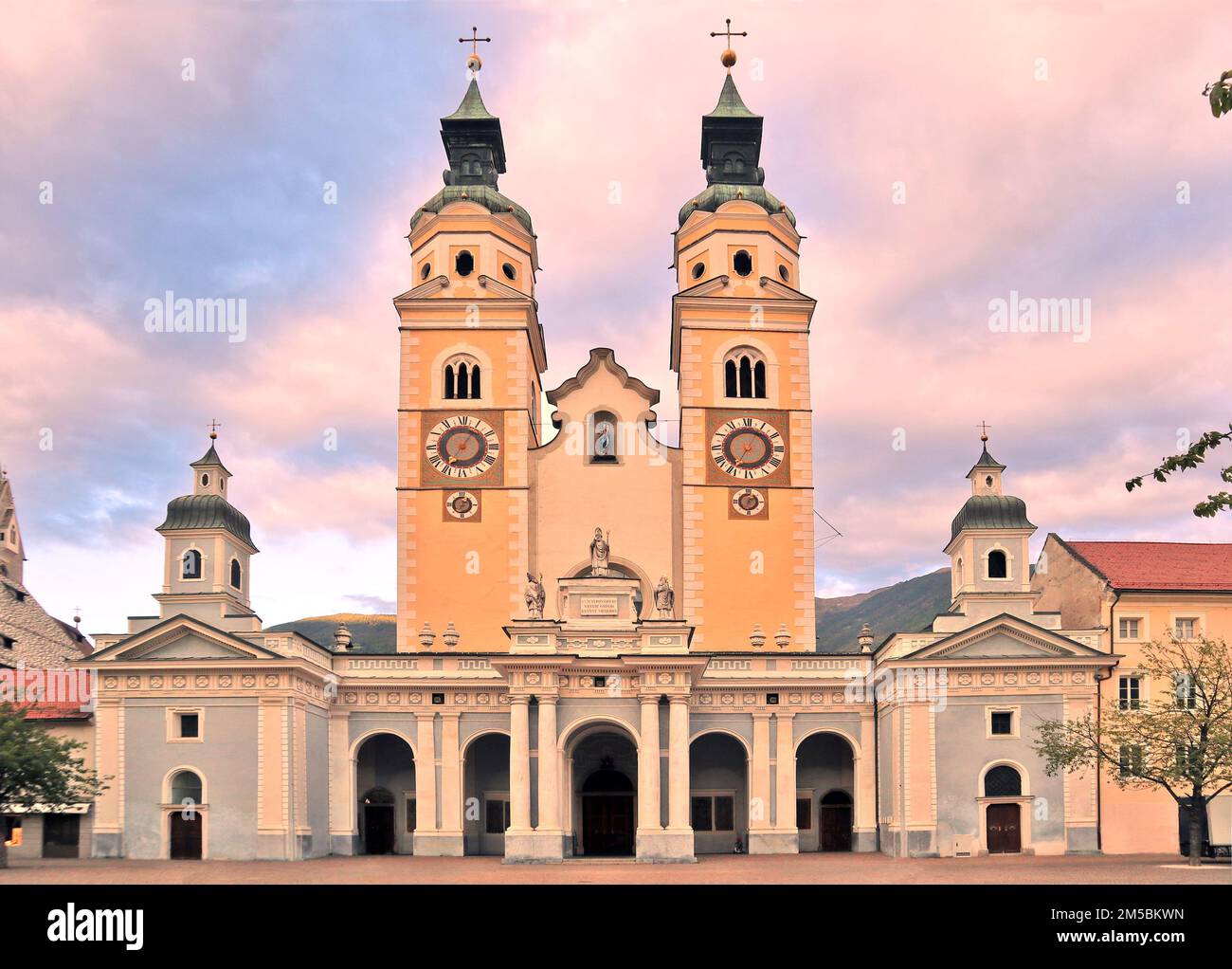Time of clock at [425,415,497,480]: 7:05
